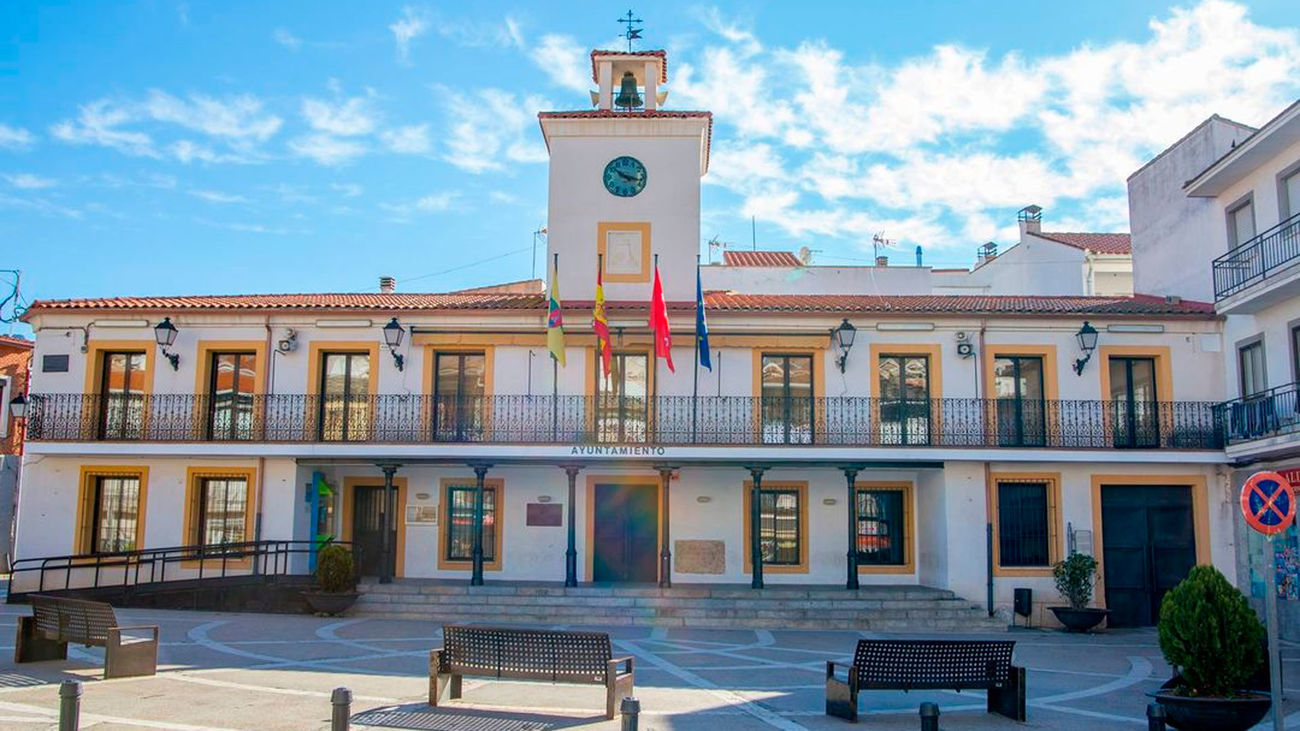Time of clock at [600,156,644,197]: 10:17
